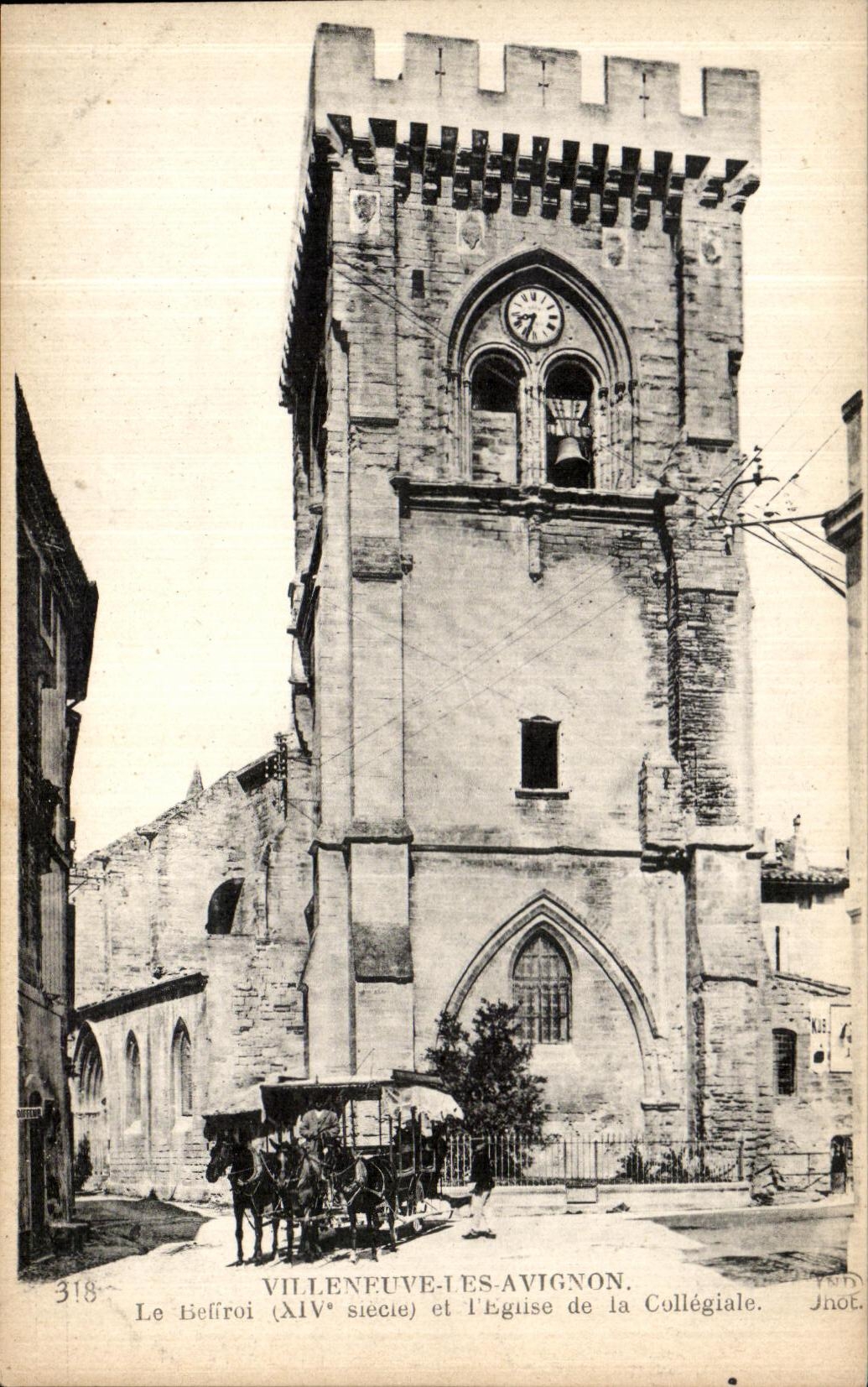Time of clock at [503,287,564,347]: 8:33
